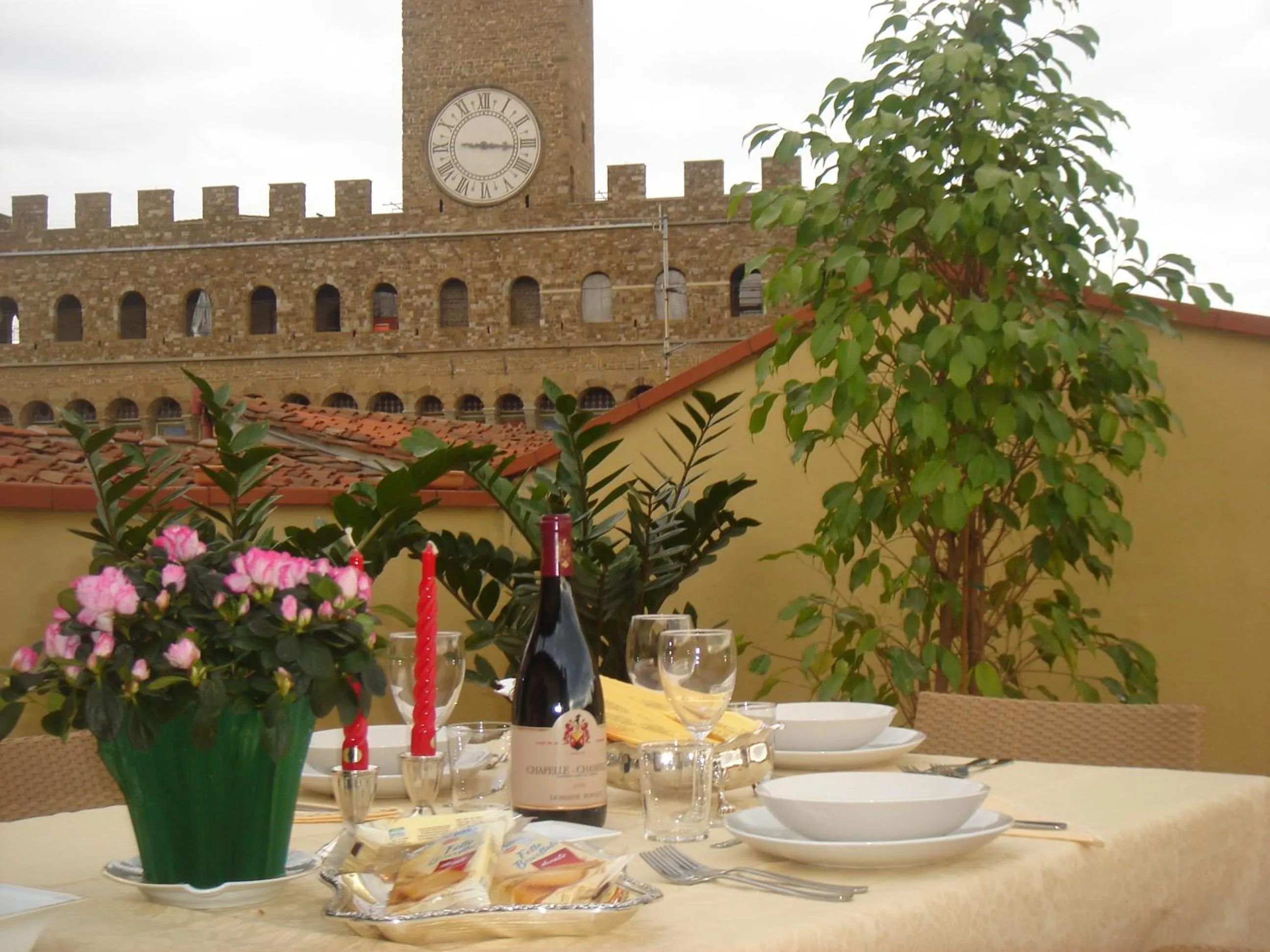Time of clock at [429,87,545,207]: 9:15
